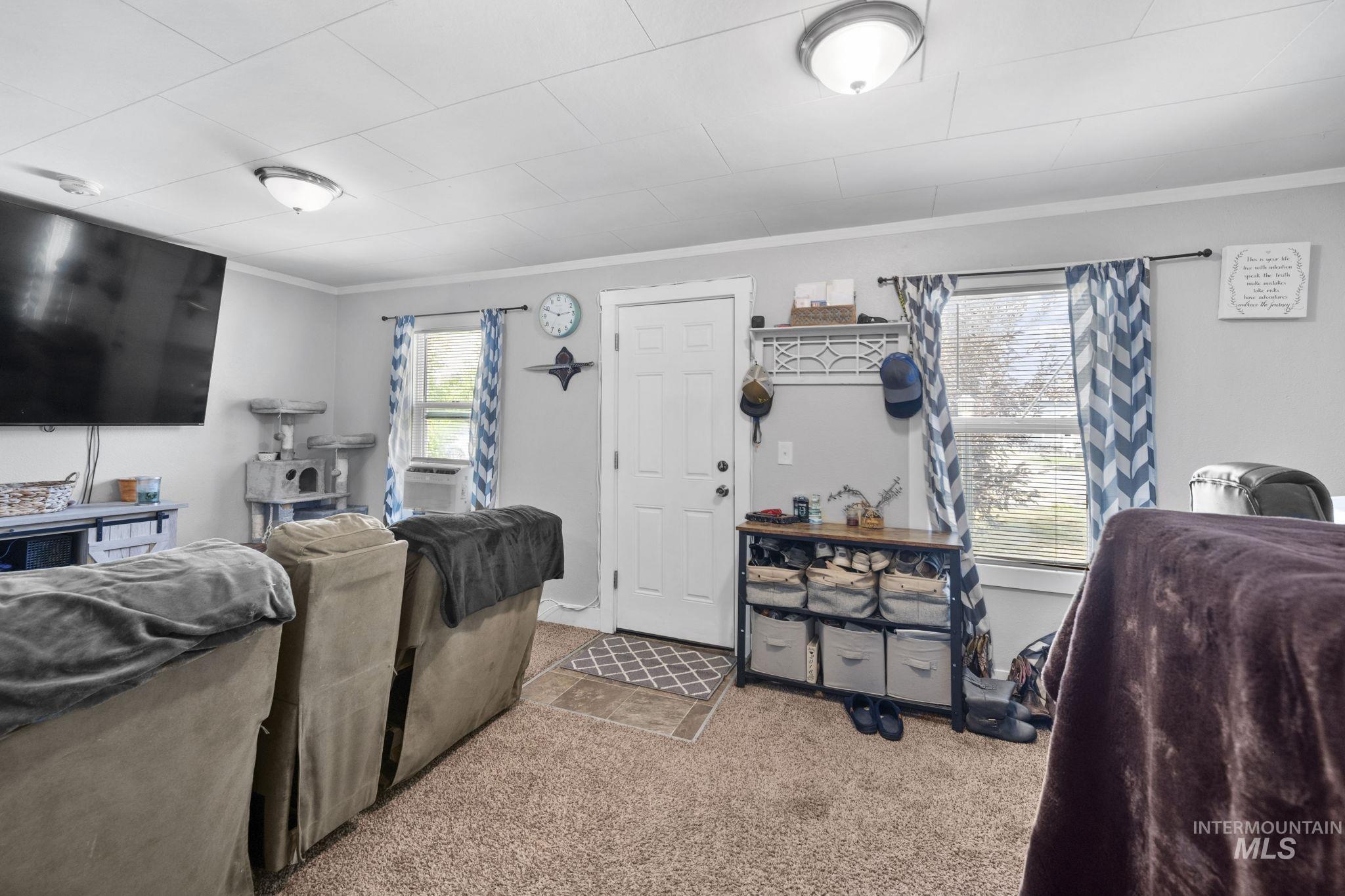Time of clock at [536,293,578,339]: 2:48
